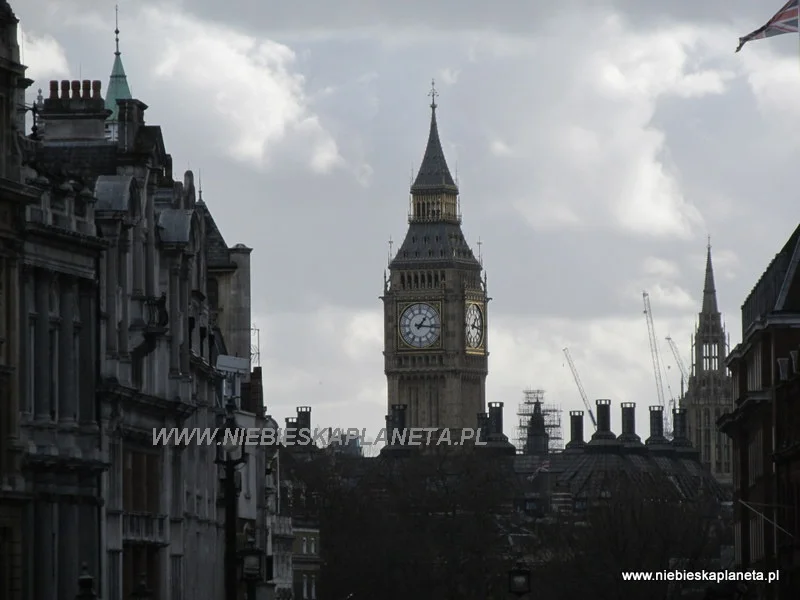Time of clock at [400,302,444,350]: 1:16
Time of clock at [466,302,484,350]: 1:16
